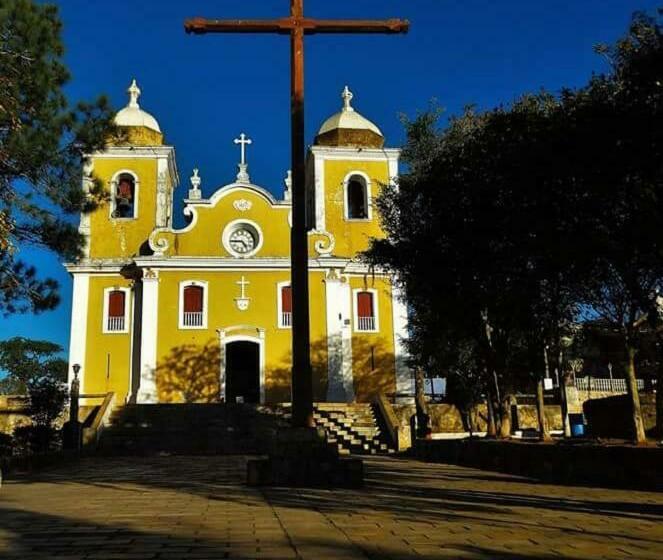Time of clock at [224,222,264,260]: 4:44
